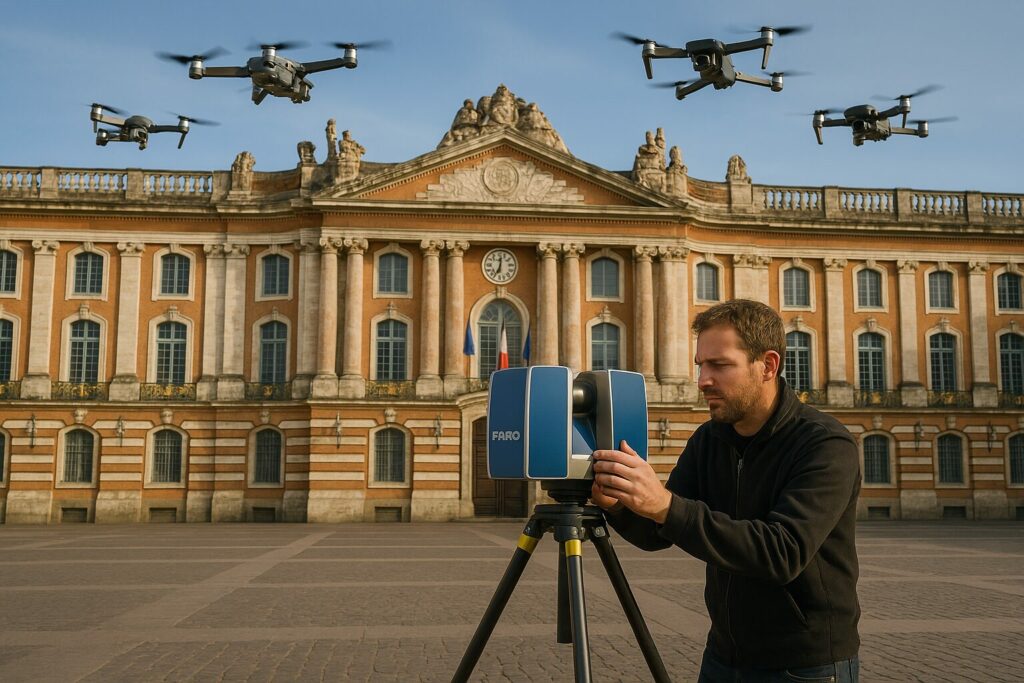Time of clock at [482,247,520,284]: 12:34
